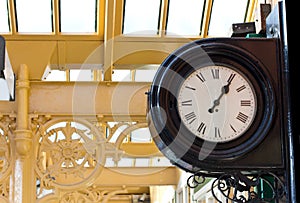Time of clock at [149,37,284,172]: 1:05
